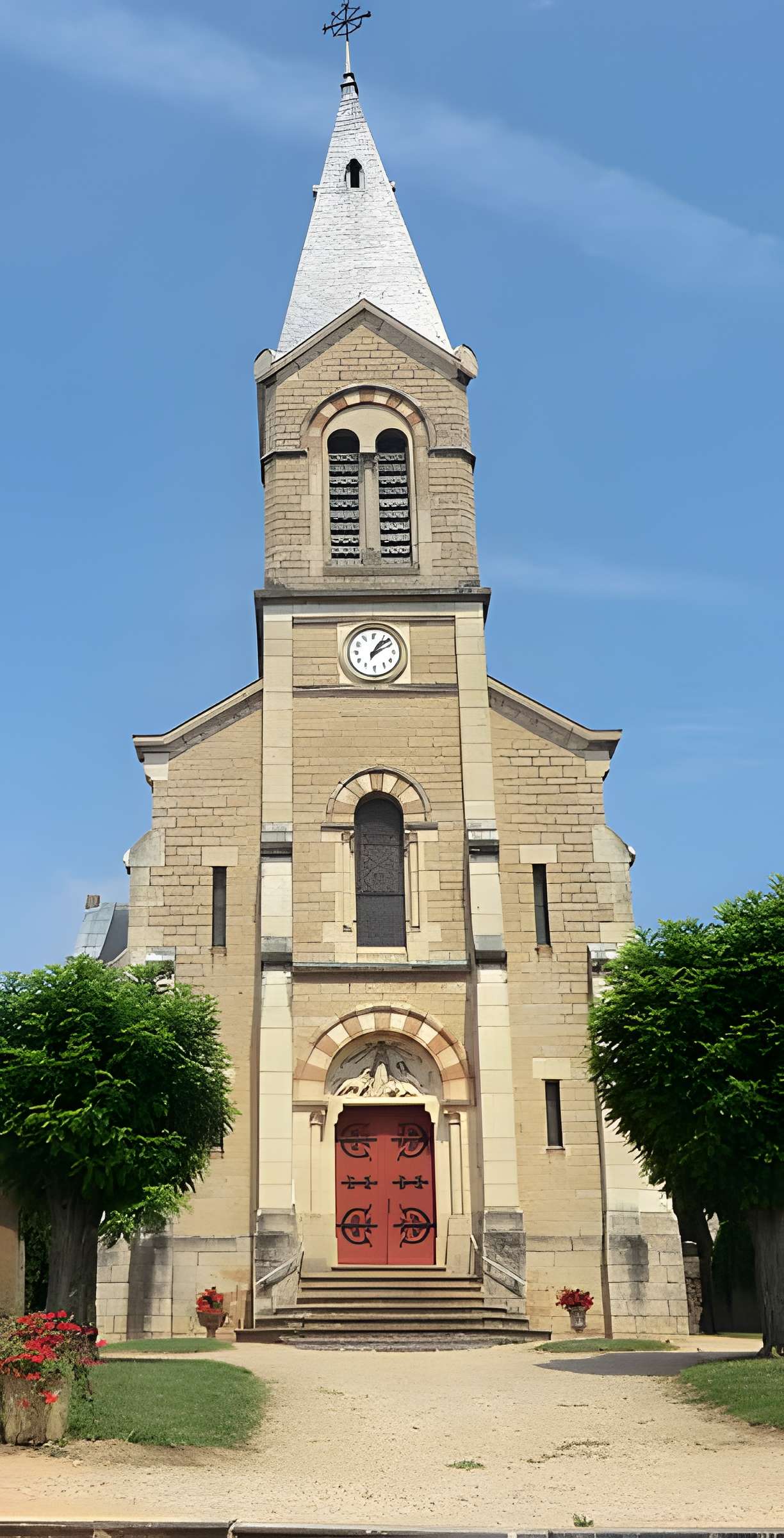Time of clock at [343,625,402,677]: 1:08
